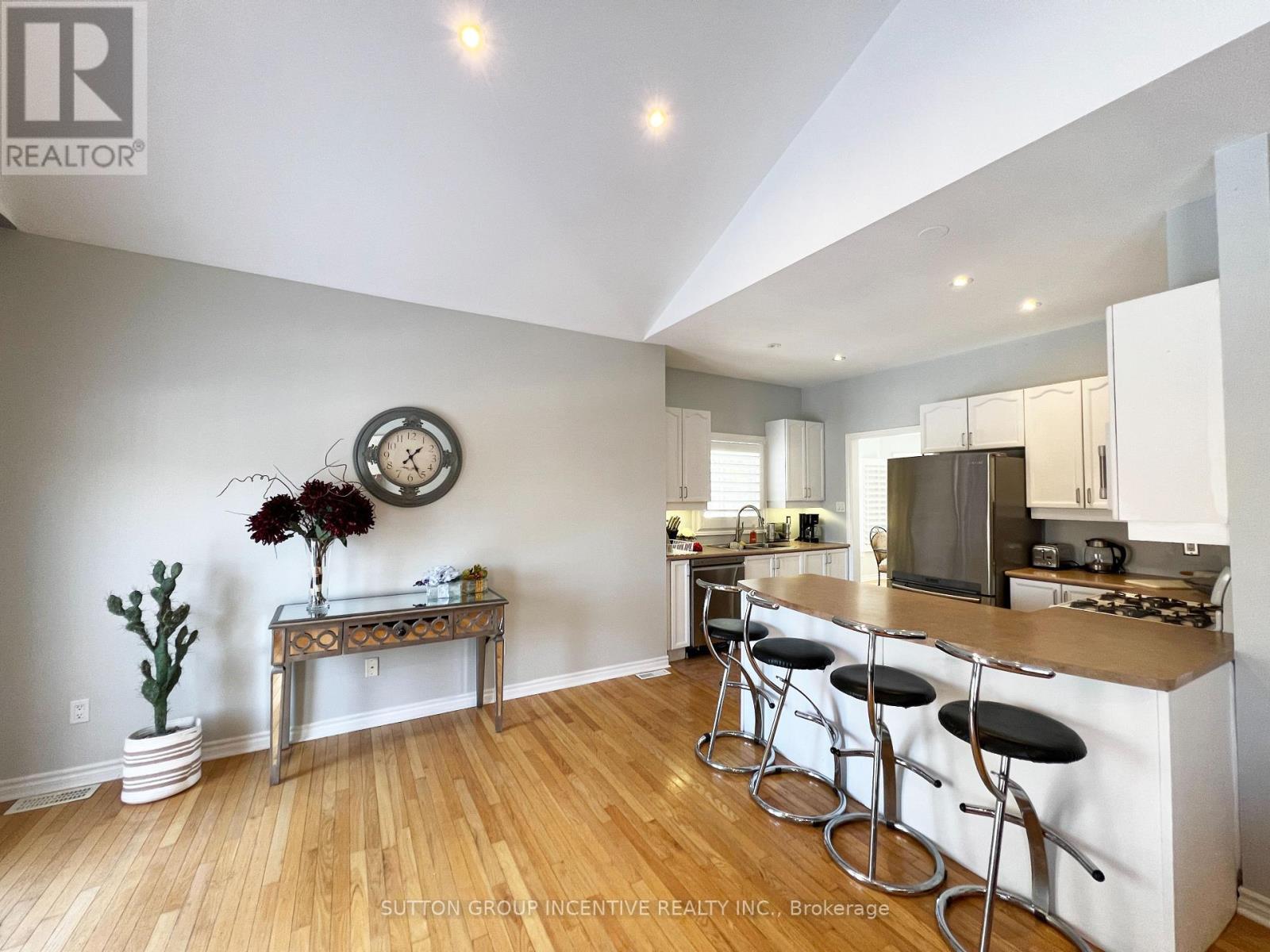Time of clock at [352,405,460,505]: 1:26
